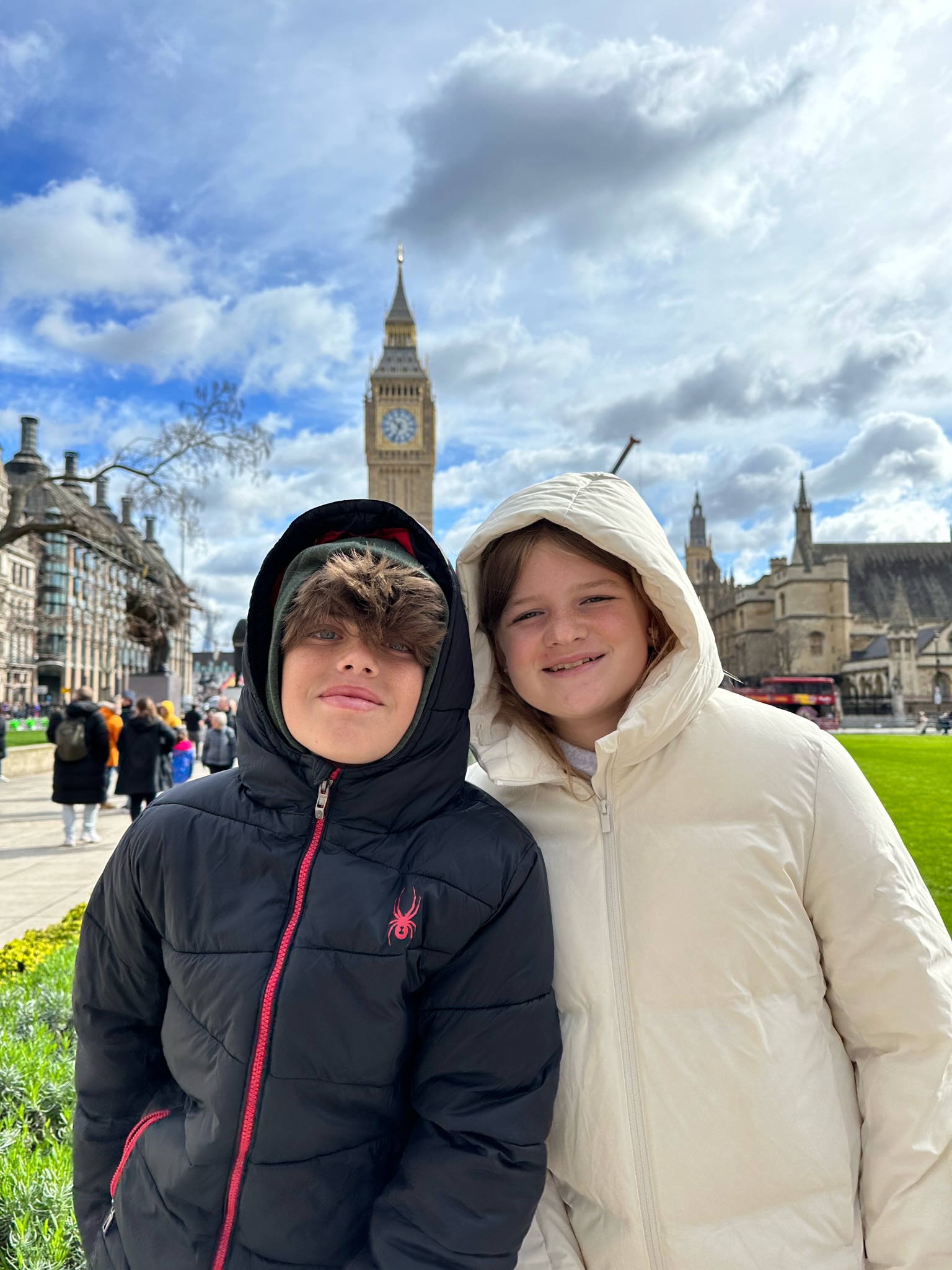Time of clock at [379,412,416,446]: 10:34
